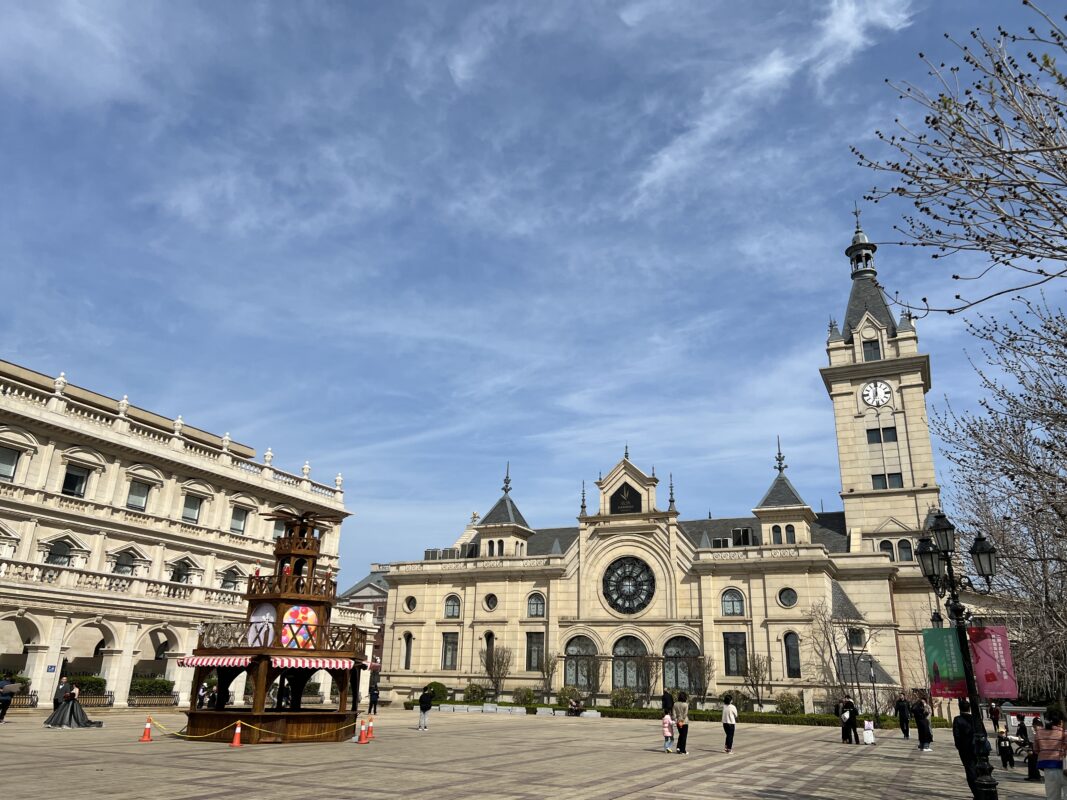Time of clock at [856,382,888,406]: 7:00
